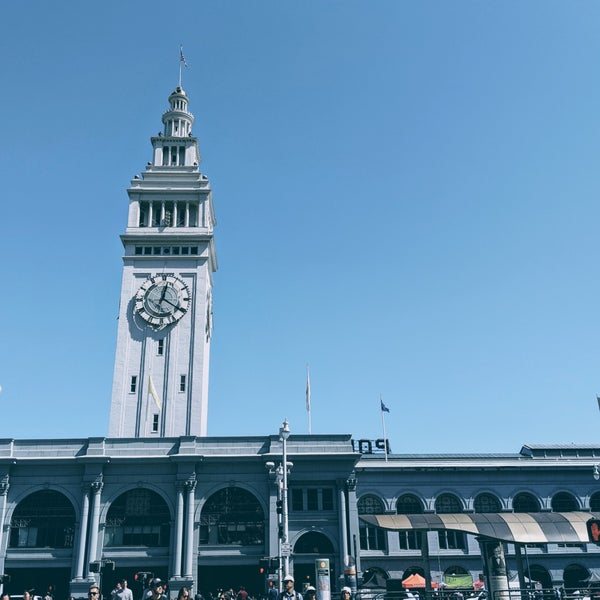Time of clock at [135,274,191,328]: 12:20
